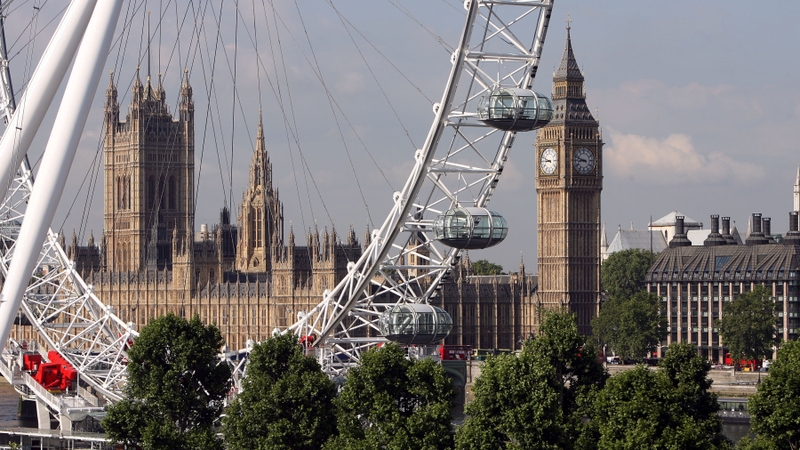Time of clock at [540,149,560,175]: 8:48
